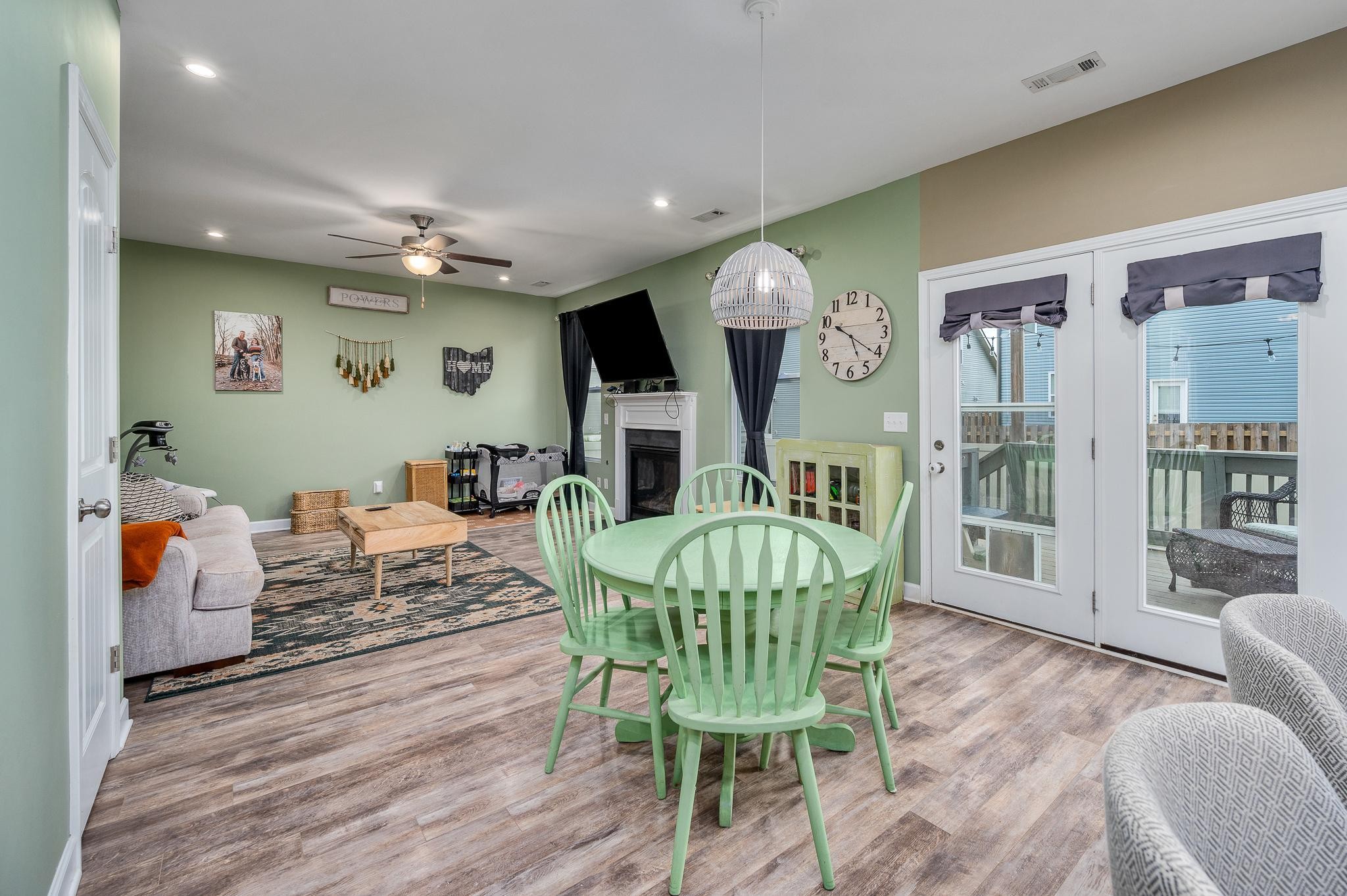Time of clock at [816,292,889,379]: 5:20
